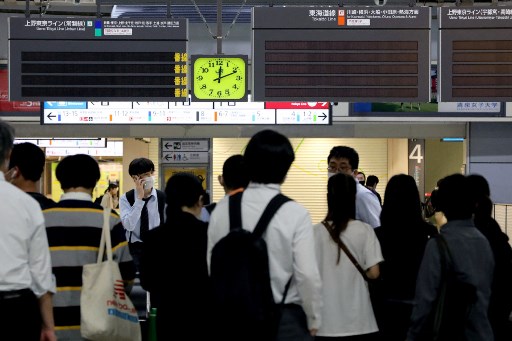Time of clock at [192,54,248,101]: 12:11
